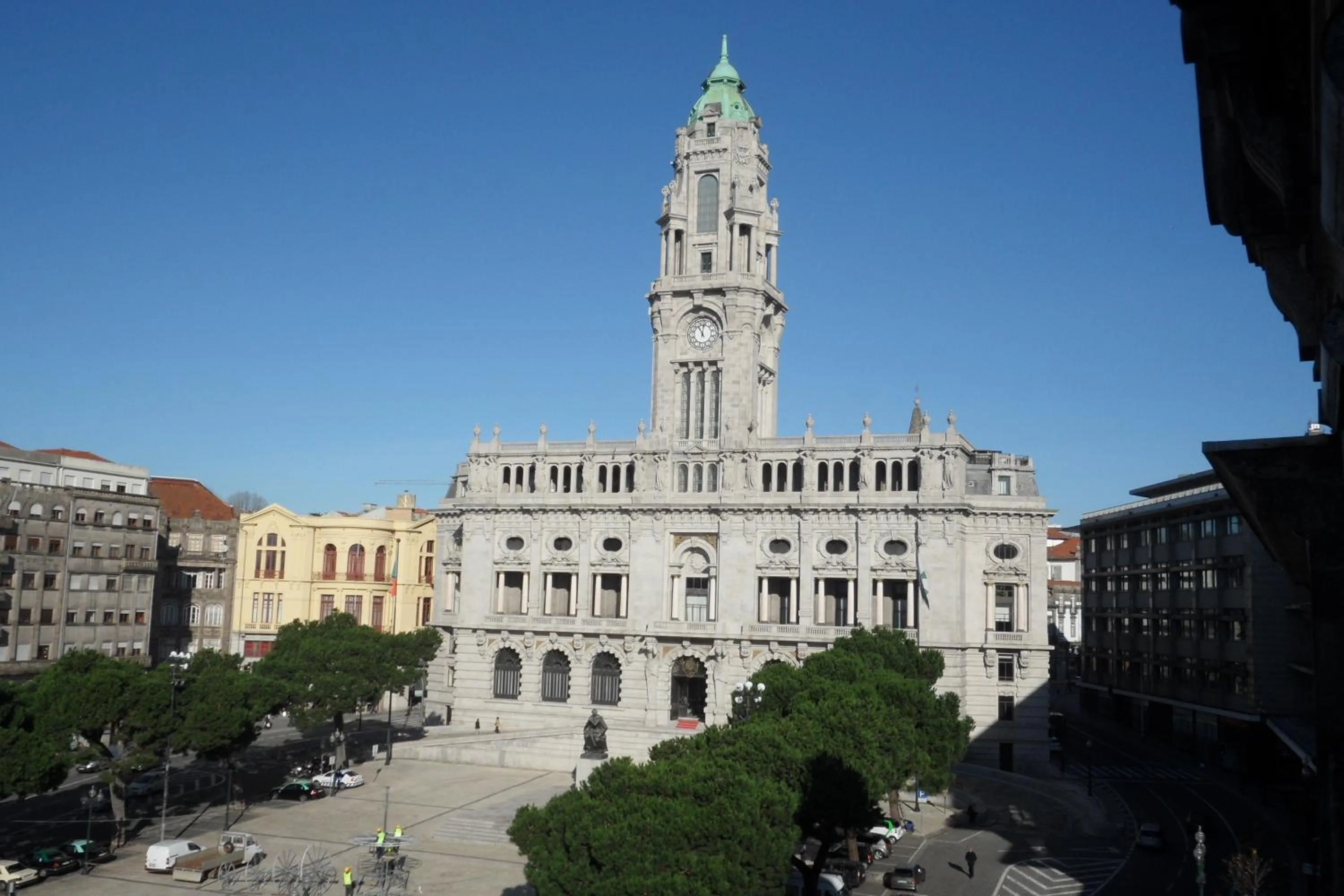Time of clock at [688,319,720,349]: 11:02
